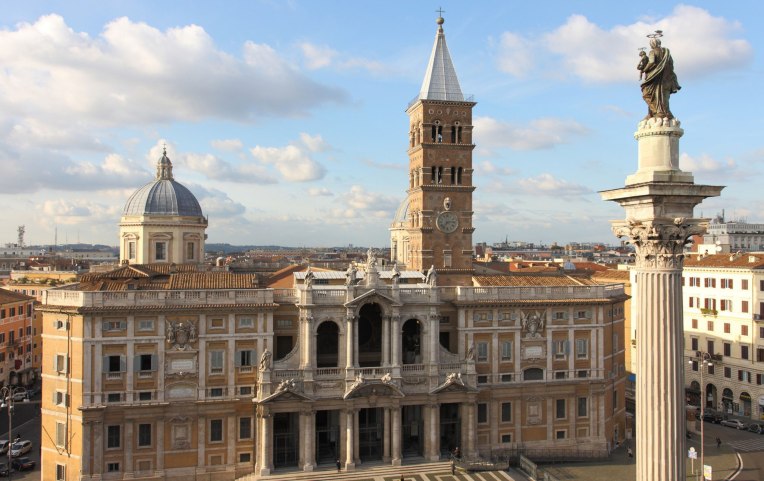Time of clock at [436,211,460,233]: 7:13
